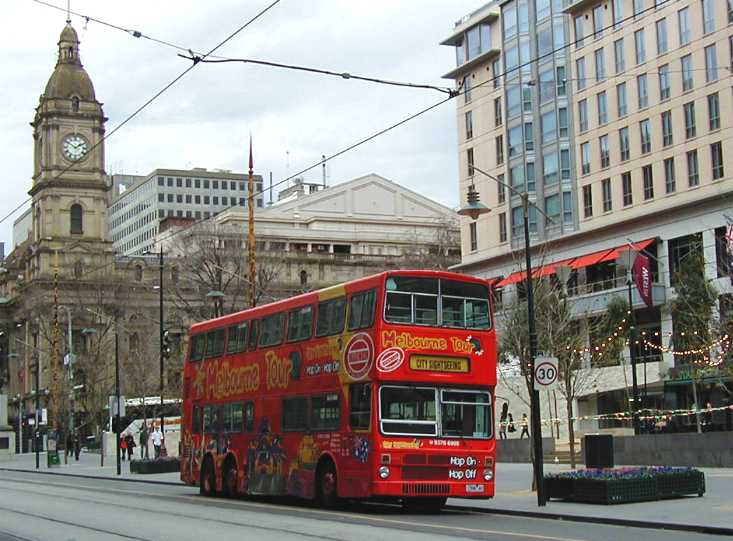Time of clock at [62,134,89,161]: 1:50
